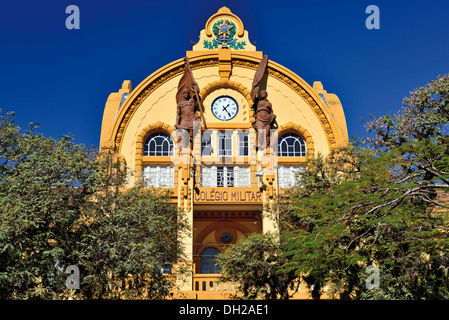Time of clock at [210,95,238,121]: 1:23
